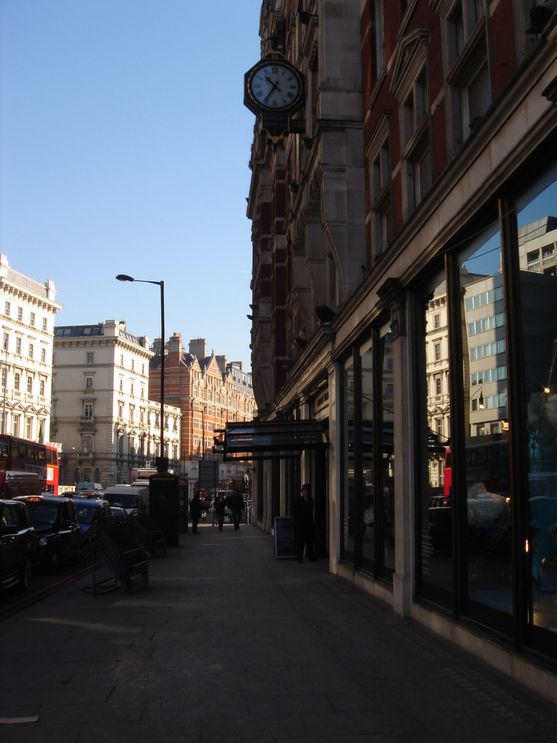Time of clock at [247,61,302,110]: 10:35
